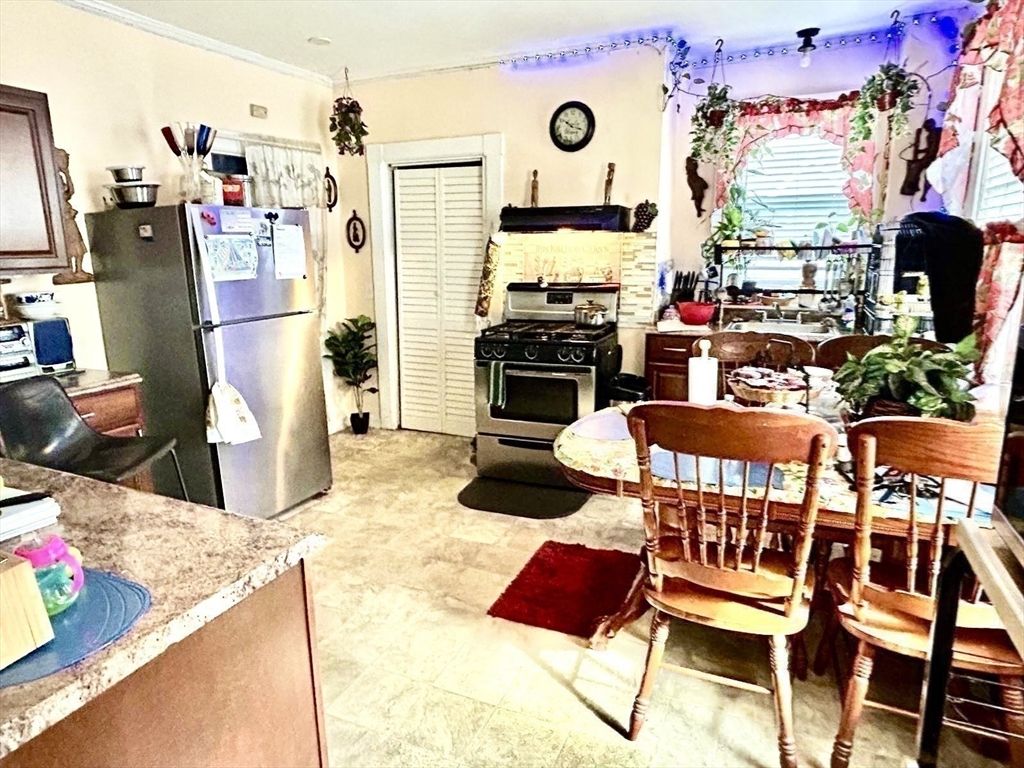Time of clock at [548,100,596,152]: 10:17
